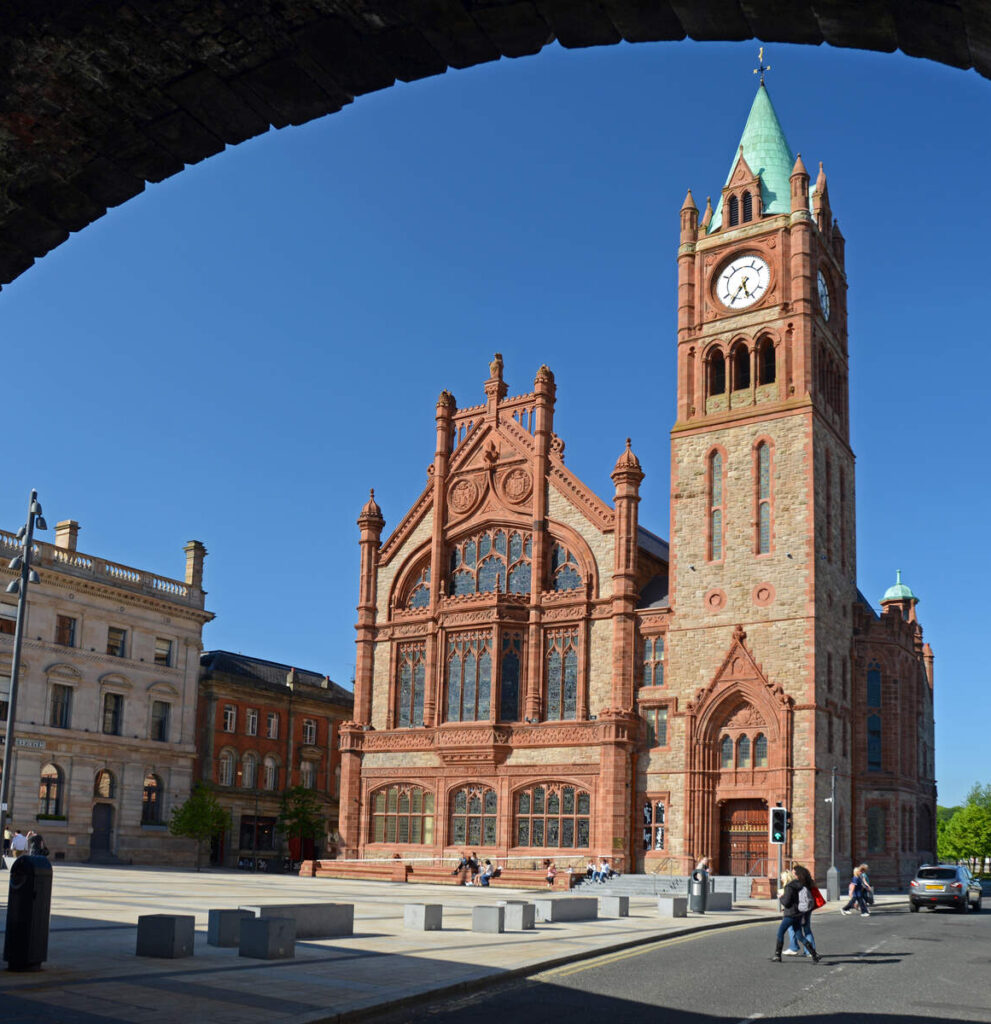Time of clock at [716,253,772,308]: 5:35
